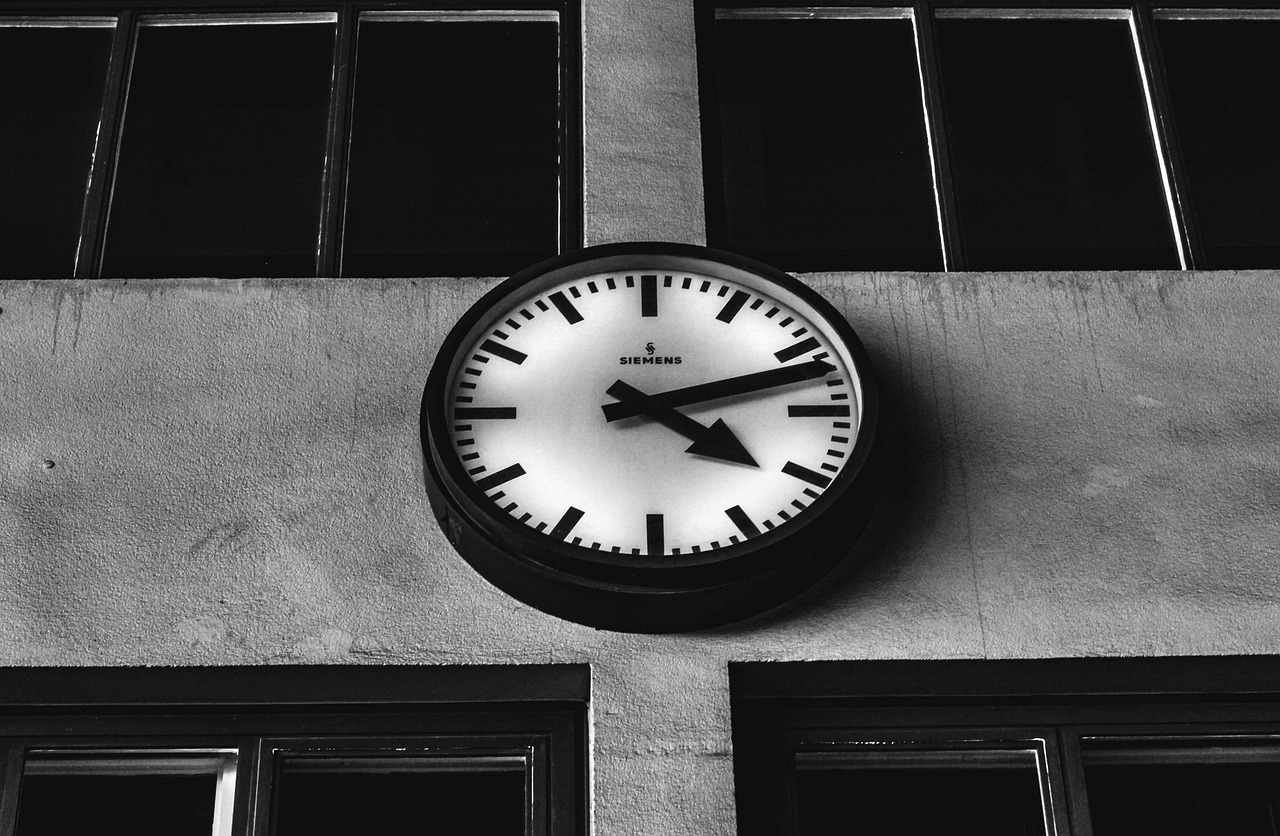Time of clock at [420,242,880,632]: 4:12
